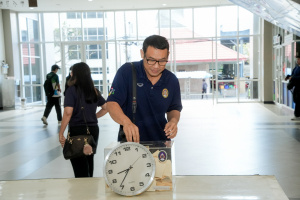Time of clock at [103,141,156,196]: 8:36
